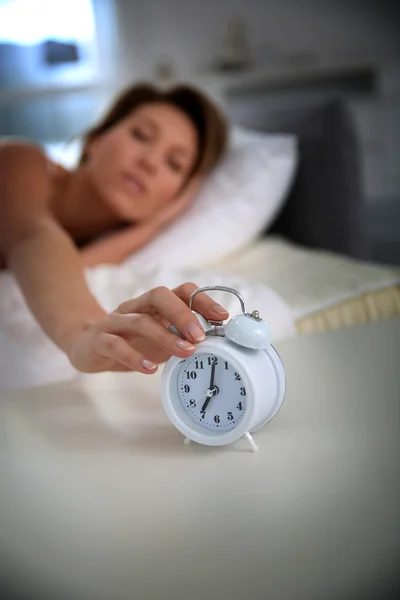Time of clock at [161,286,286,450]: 7:01
